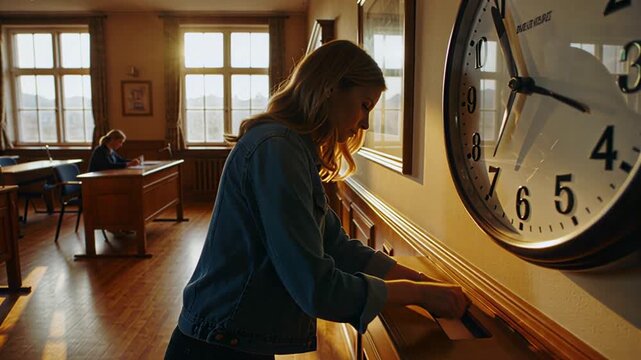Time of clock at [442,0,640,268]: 11:18
